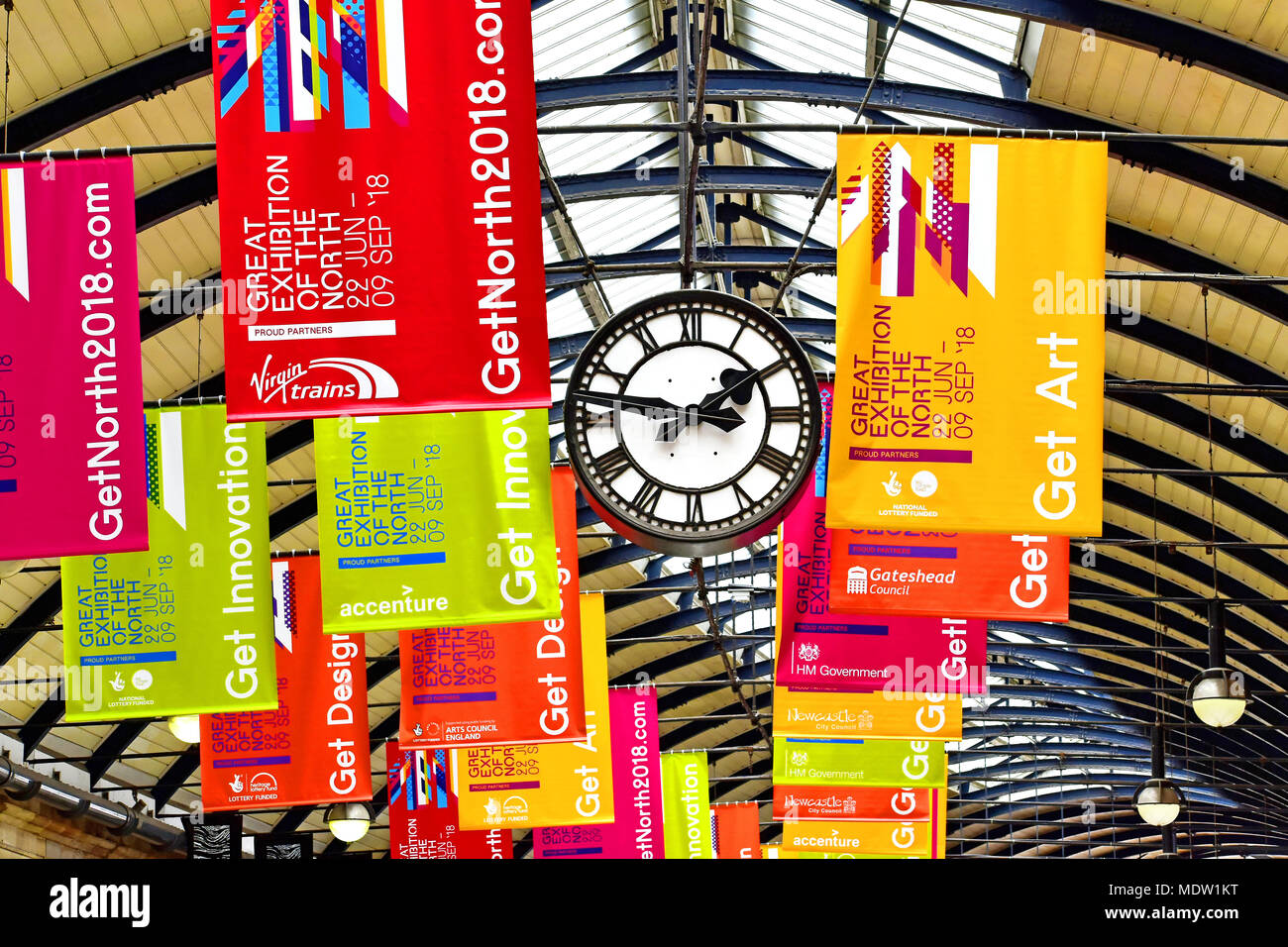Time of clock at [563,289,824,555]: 1:46
